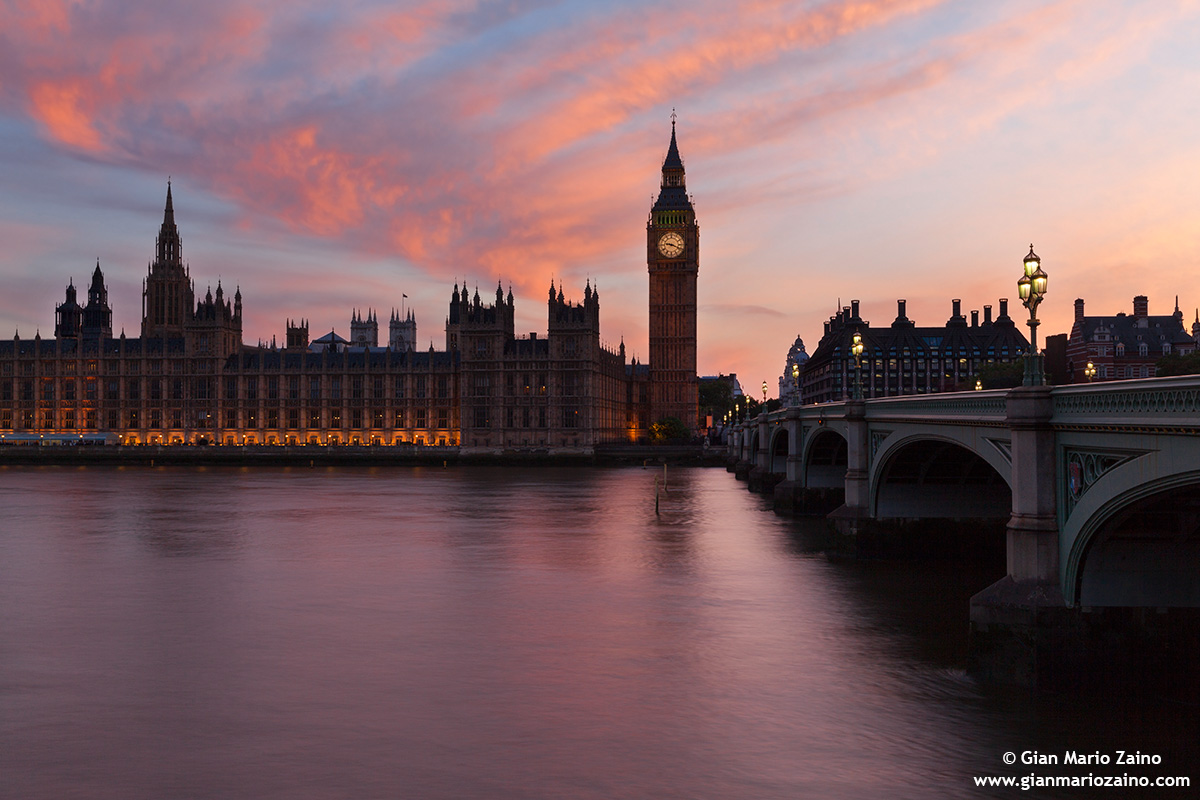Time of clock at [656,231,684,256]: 9:18
